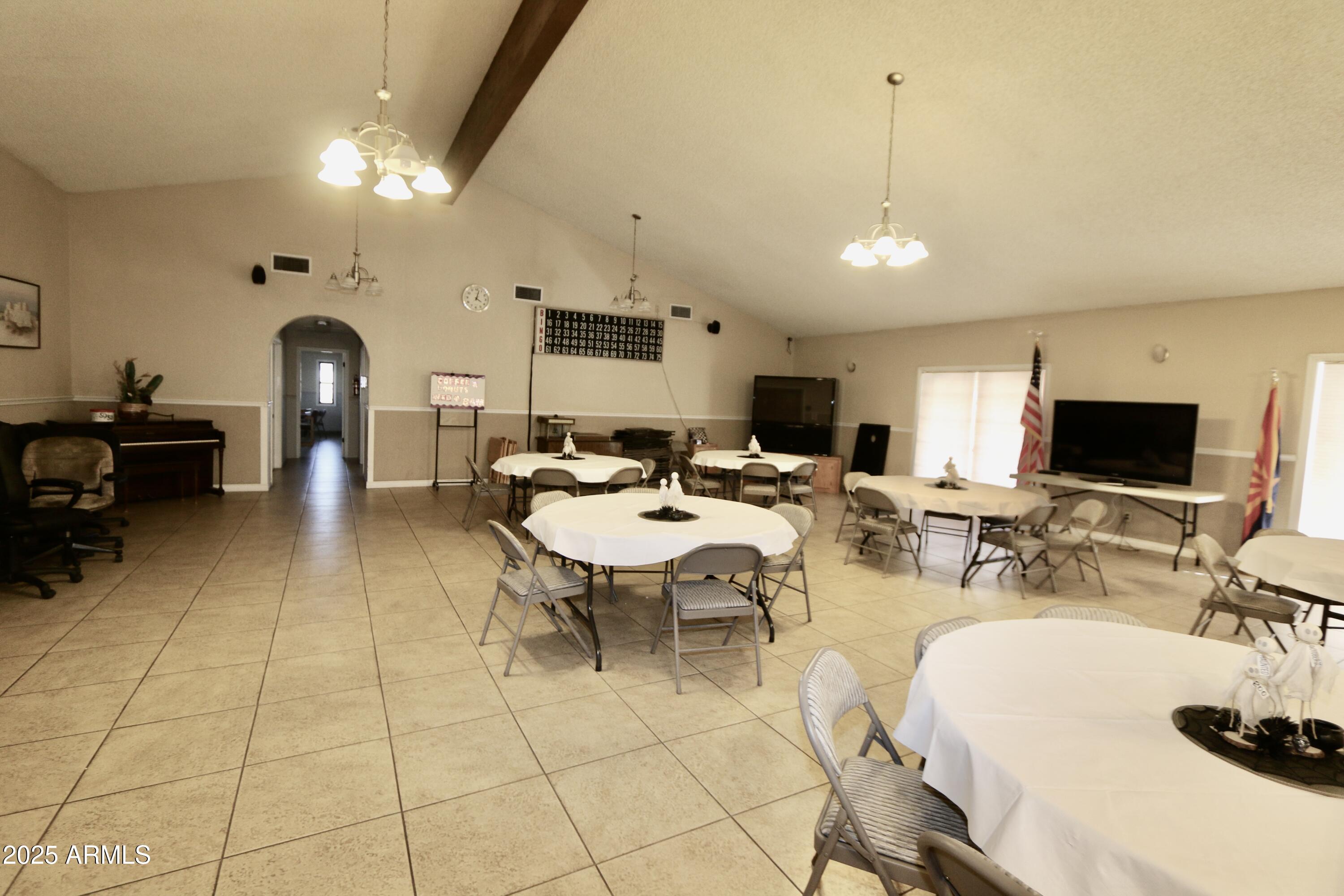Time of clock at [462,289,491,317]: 4:02
